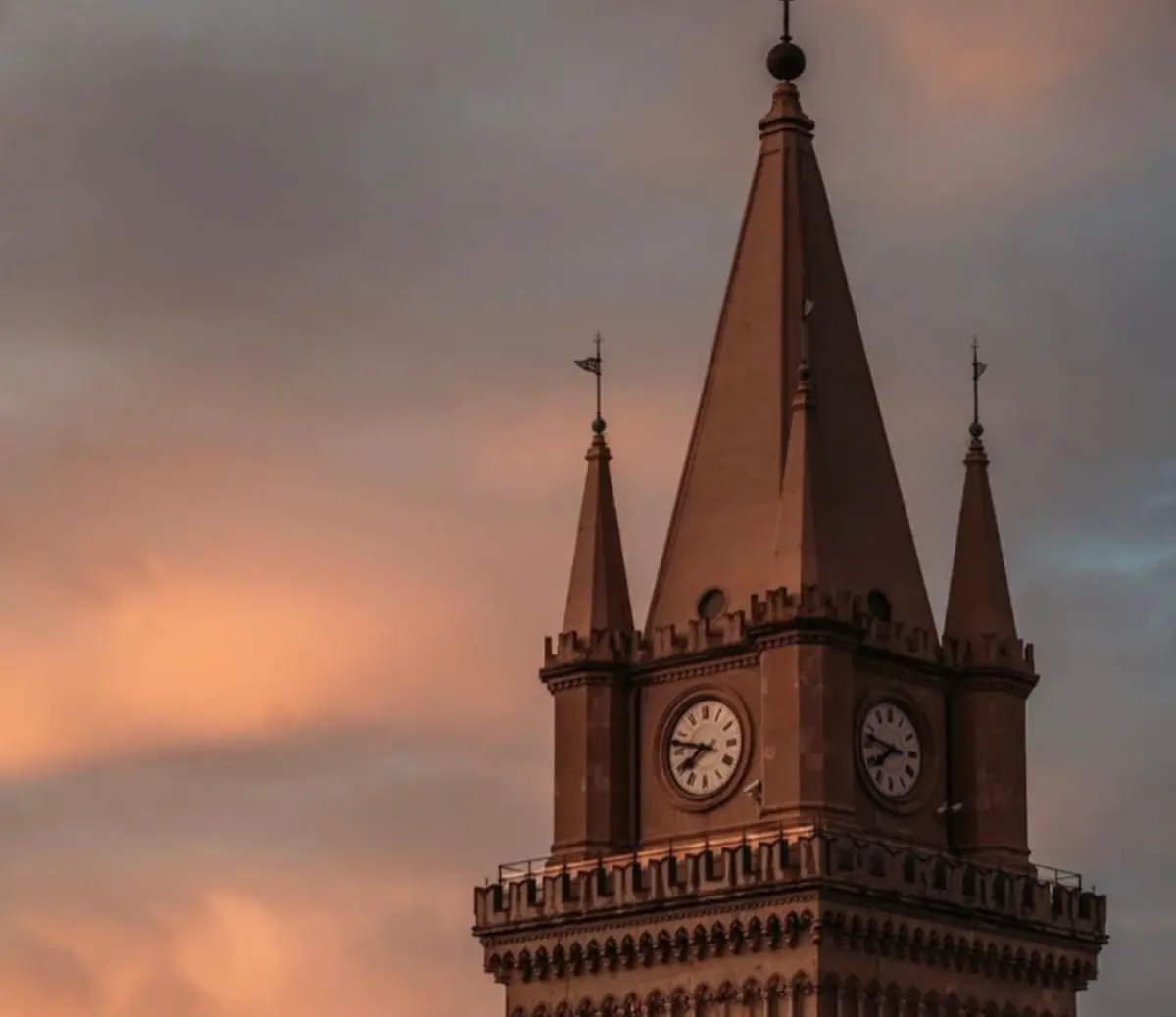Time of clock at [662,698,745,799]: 7:47
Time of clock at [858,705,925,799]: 7:47
